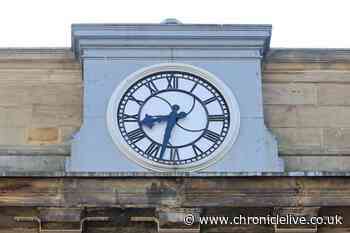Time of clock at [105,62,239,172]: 8:32
